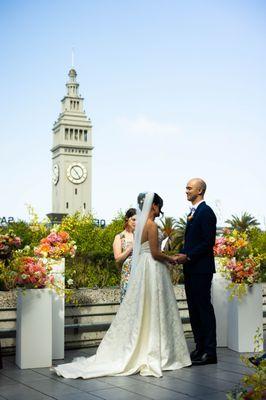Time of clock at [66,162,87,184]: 4:53
